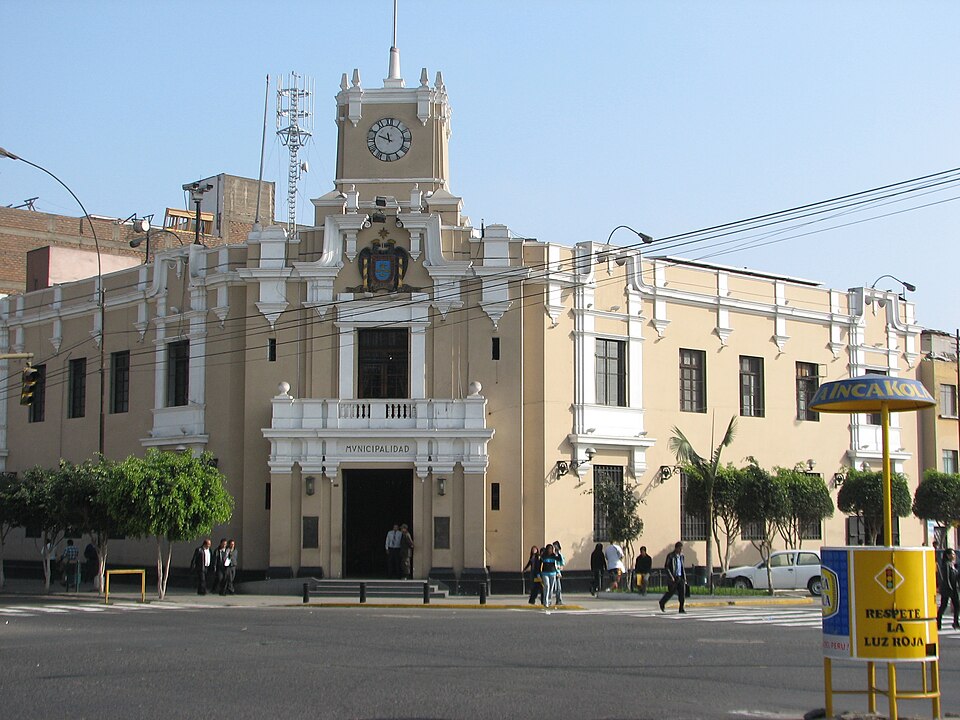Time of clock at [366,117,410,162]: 11:48
